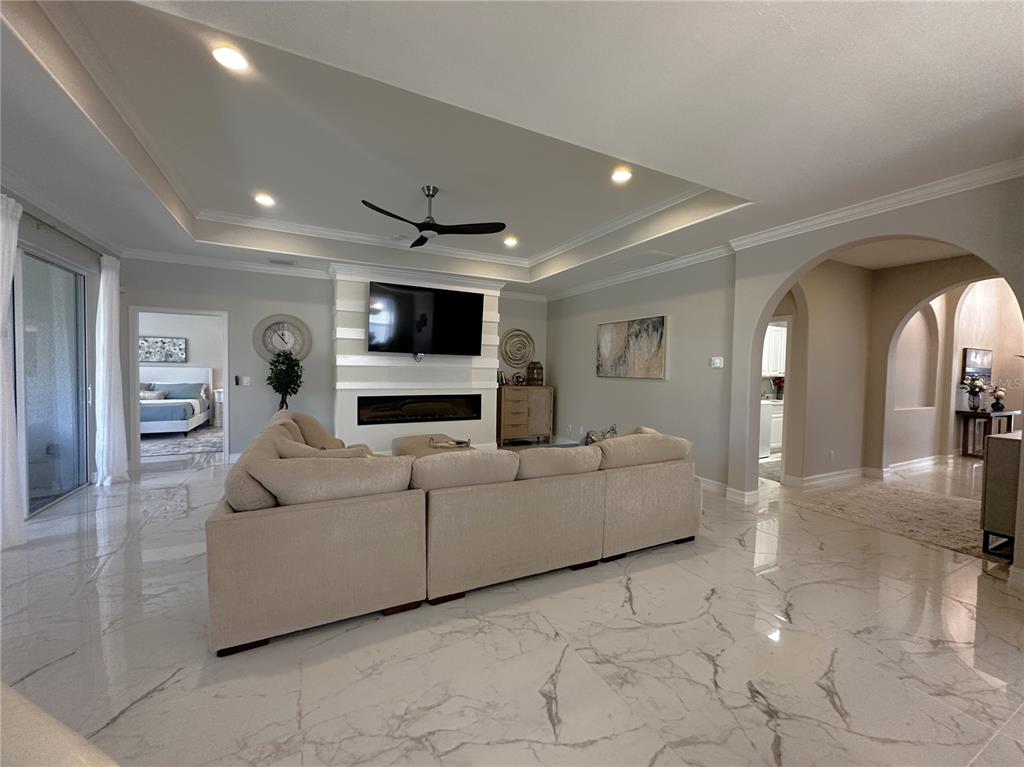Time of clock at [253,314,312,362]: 11:53
